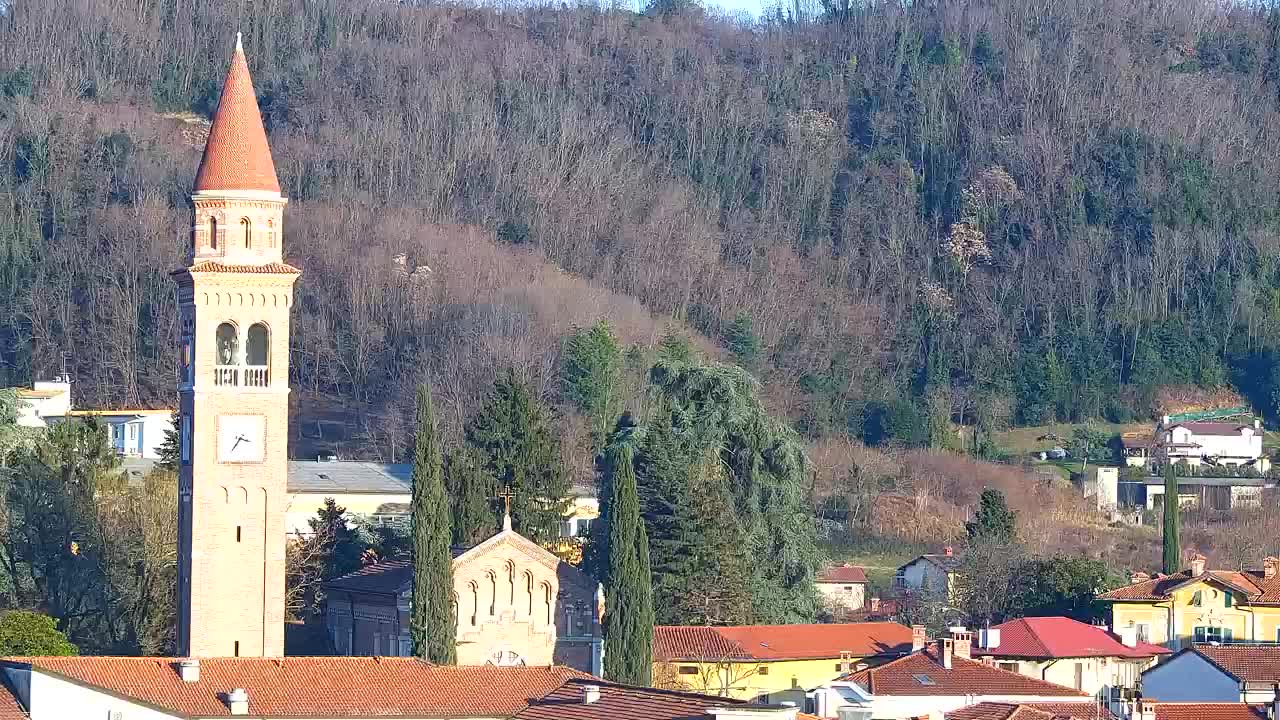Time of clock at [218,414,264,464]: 3:35
